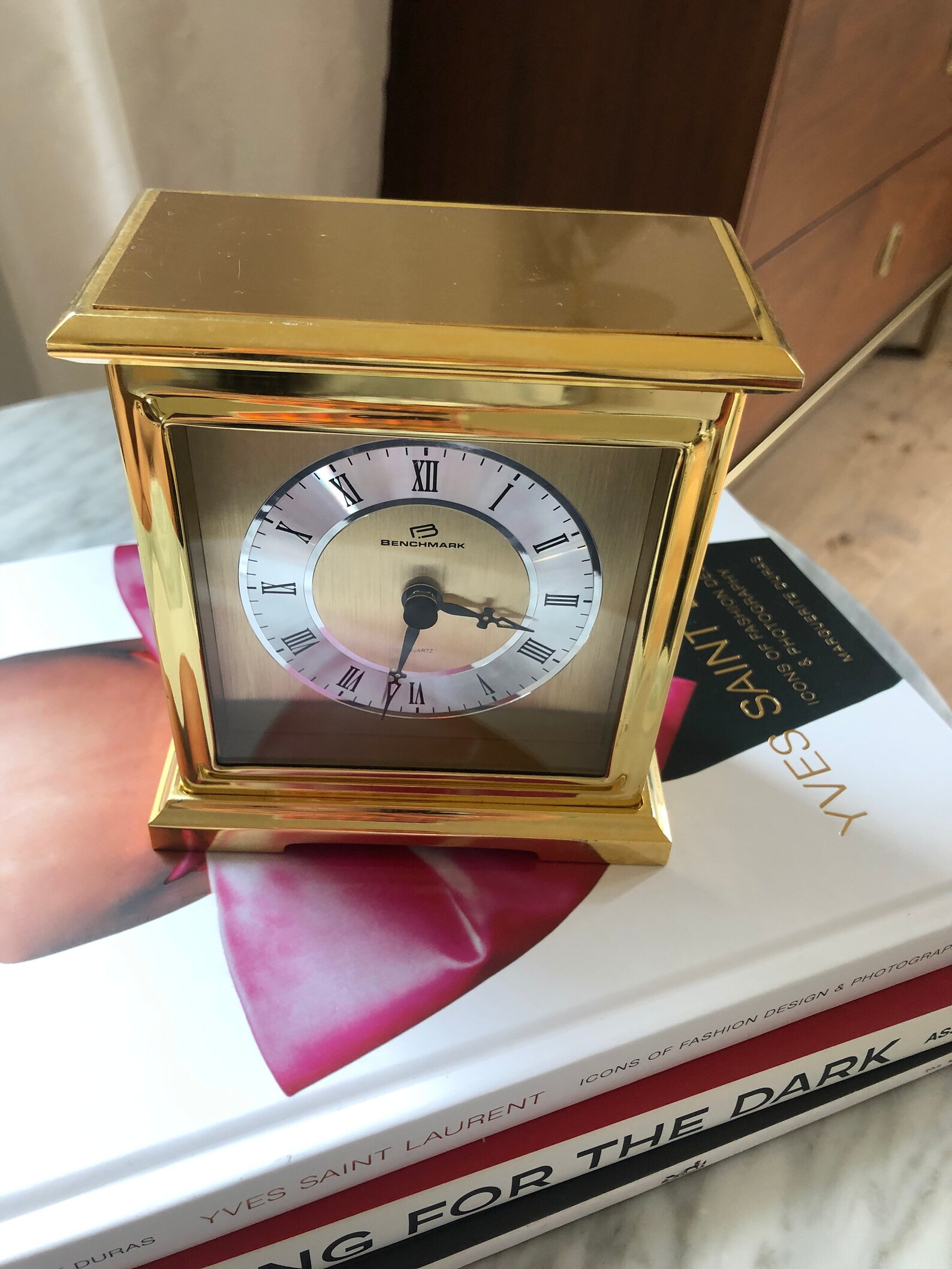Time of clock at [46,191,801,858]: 3:32
